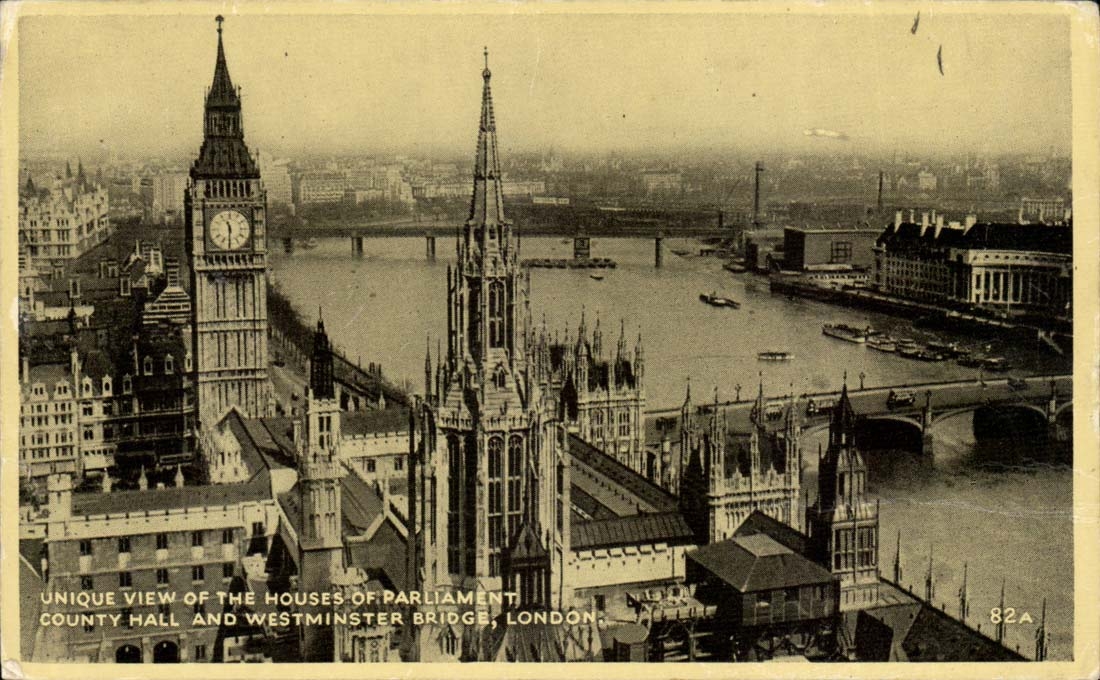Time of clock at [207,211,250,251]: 11:30
